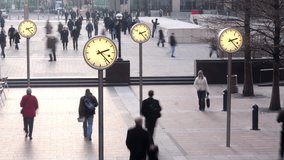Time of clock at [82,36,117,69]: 2:23
